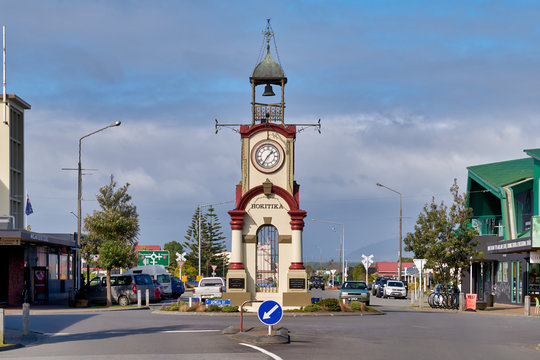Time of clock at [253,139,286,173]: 1:35
